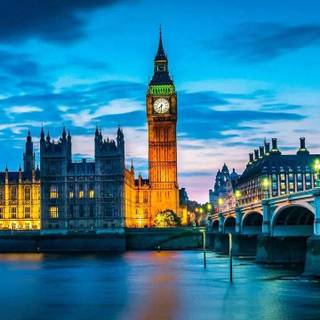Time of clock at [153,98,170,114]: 7:31
